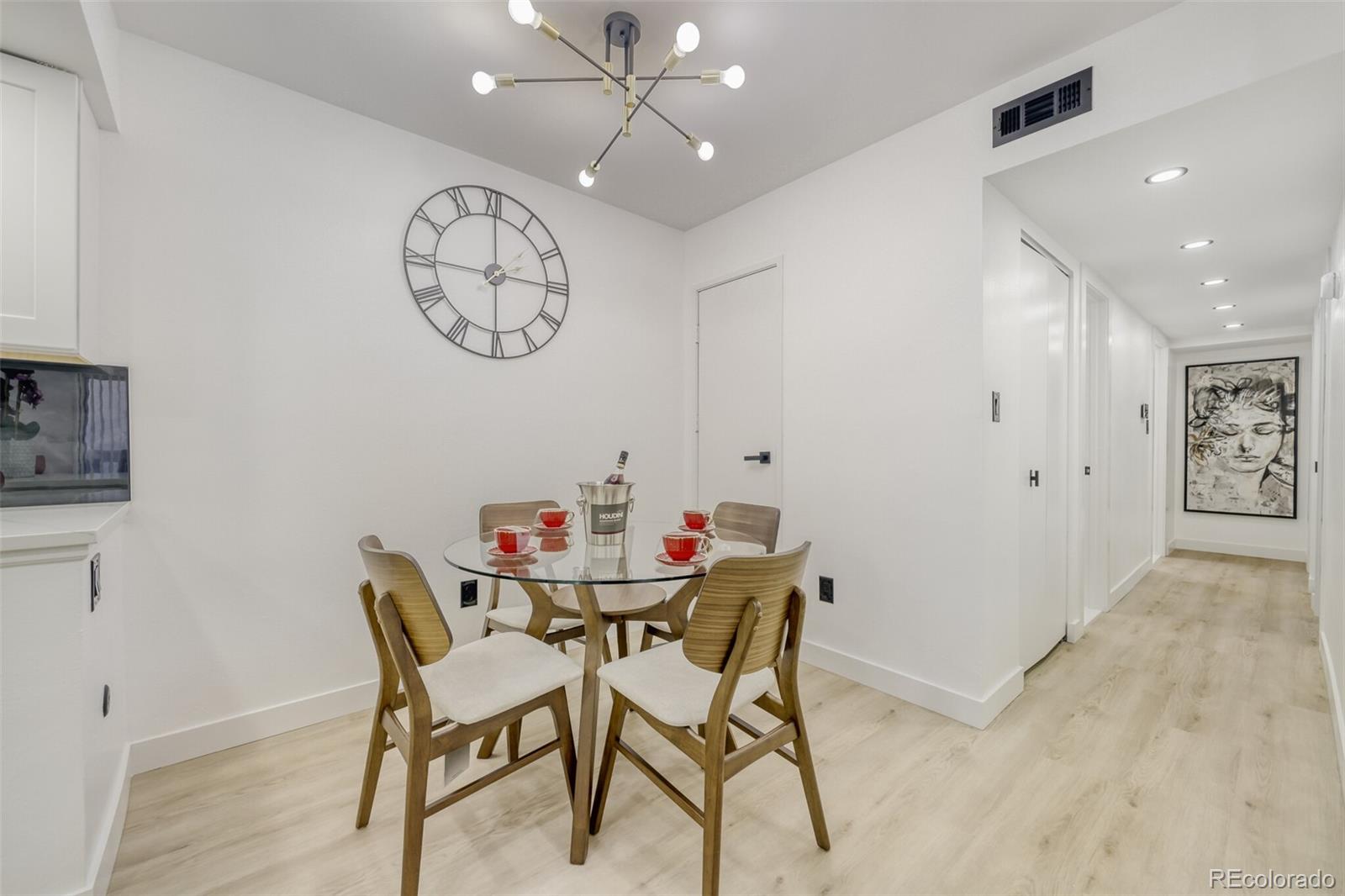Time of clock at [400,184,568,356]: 2:00
